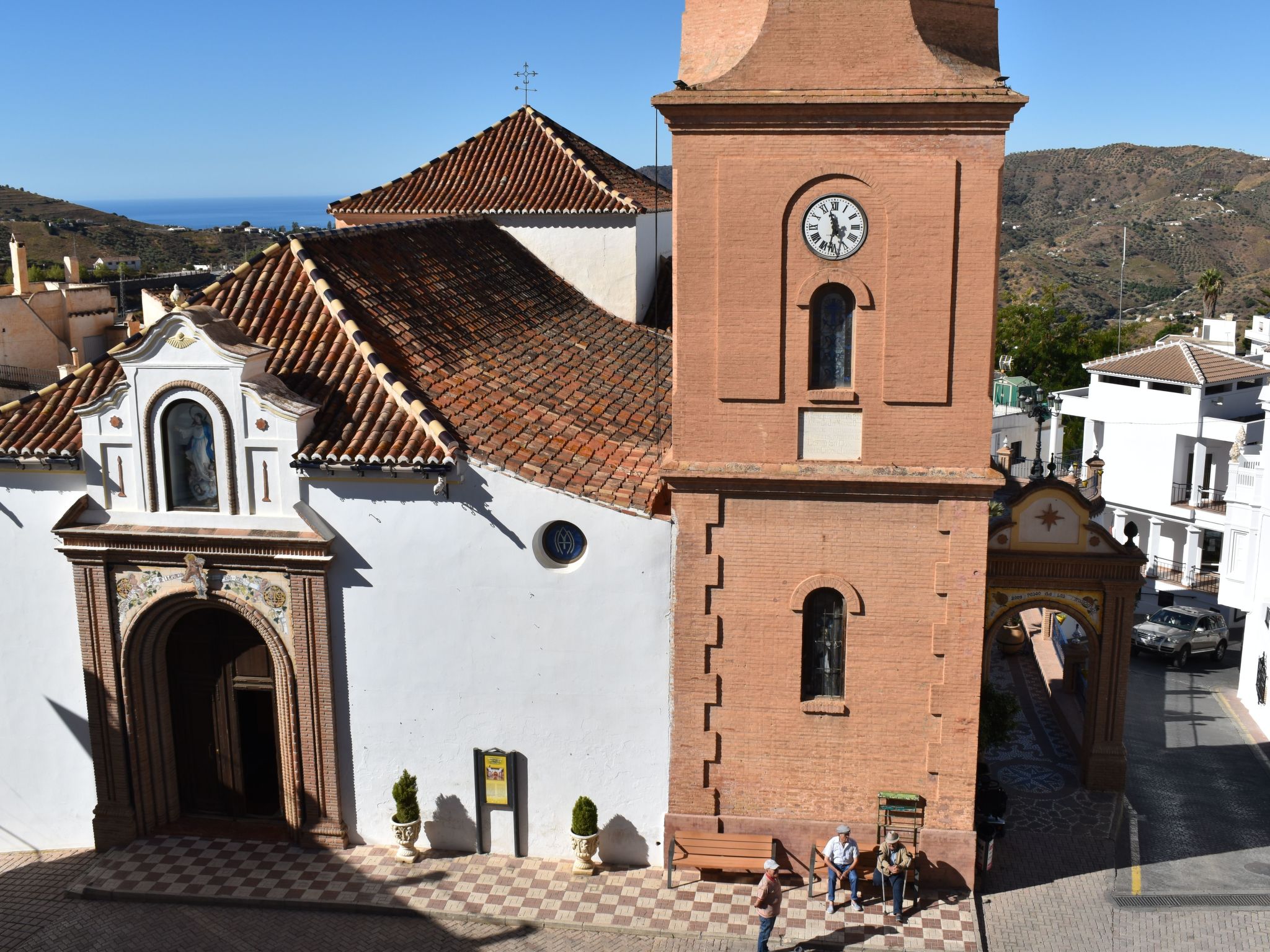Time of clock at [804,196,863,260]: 11:32
